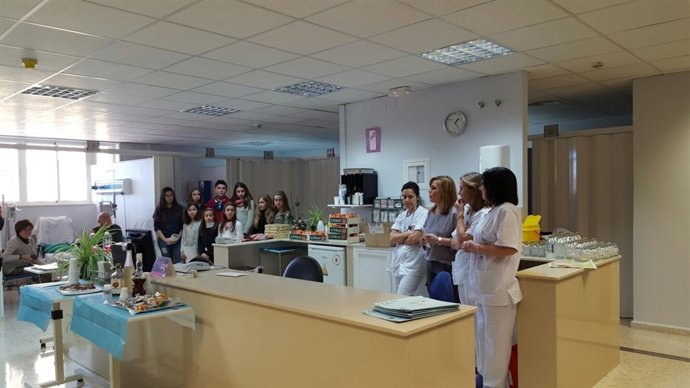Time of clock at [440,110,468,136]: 1:23
